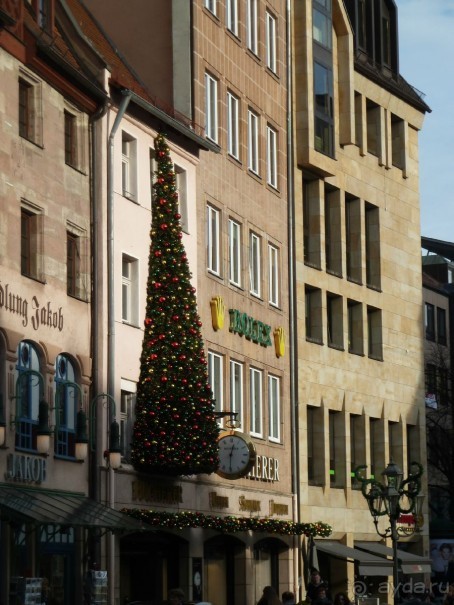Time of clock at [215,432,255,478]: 12:30
